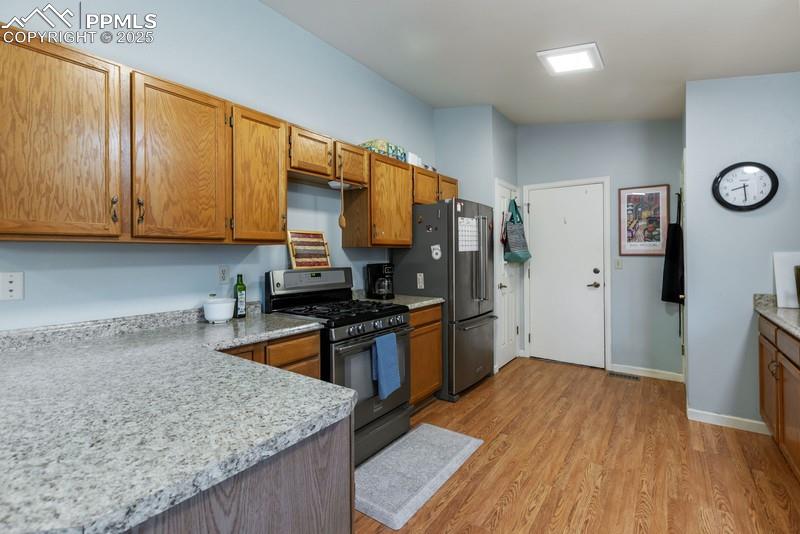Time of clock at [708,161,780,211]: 8:29
